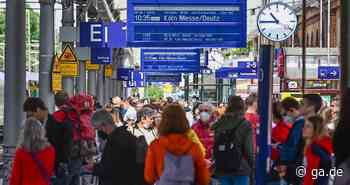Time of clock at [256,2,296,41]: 10:45
